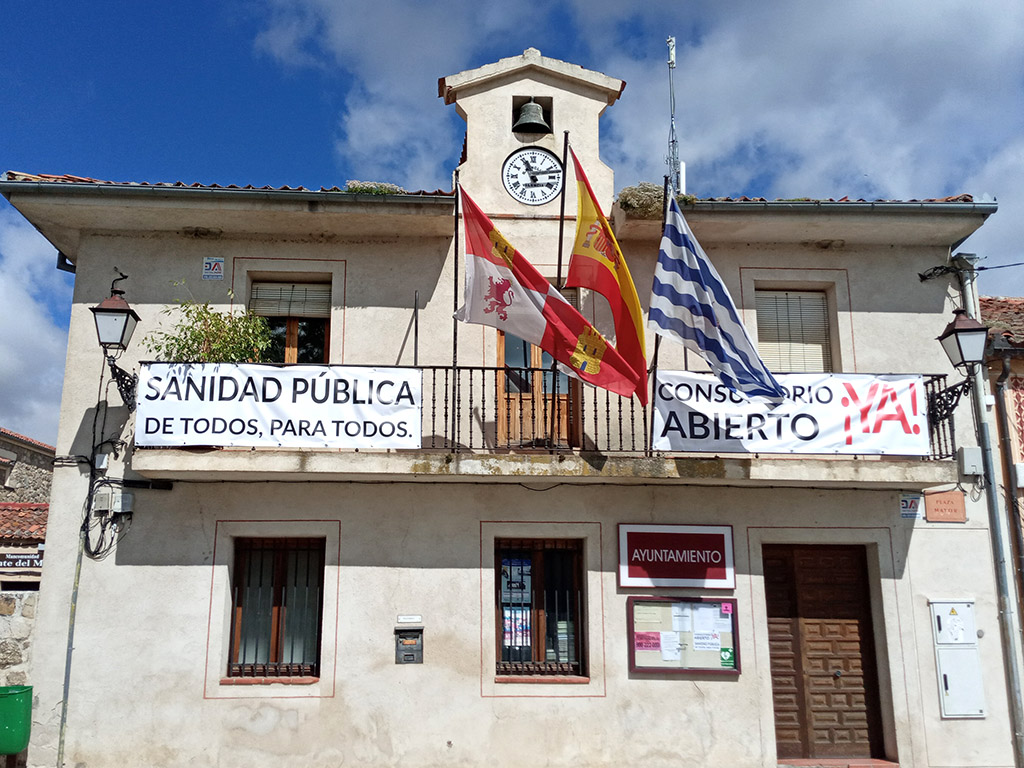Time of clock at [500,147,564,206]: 11:12
